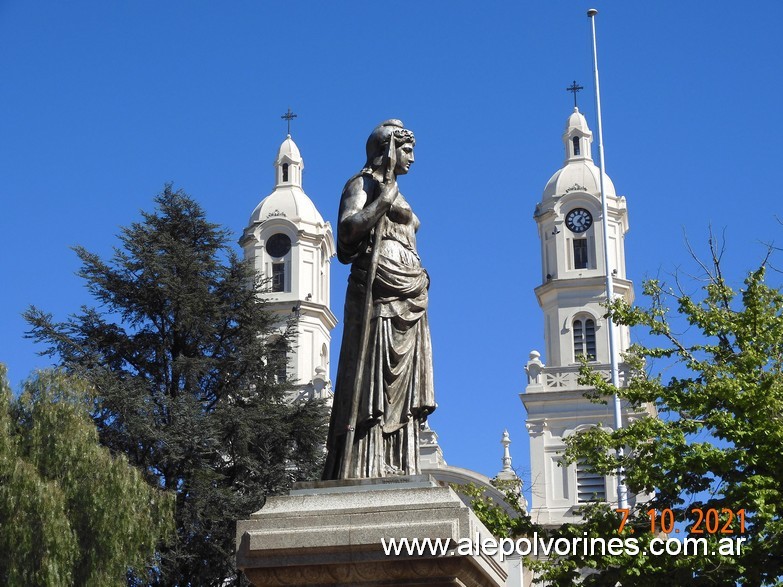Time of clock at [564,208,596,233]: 1:23
